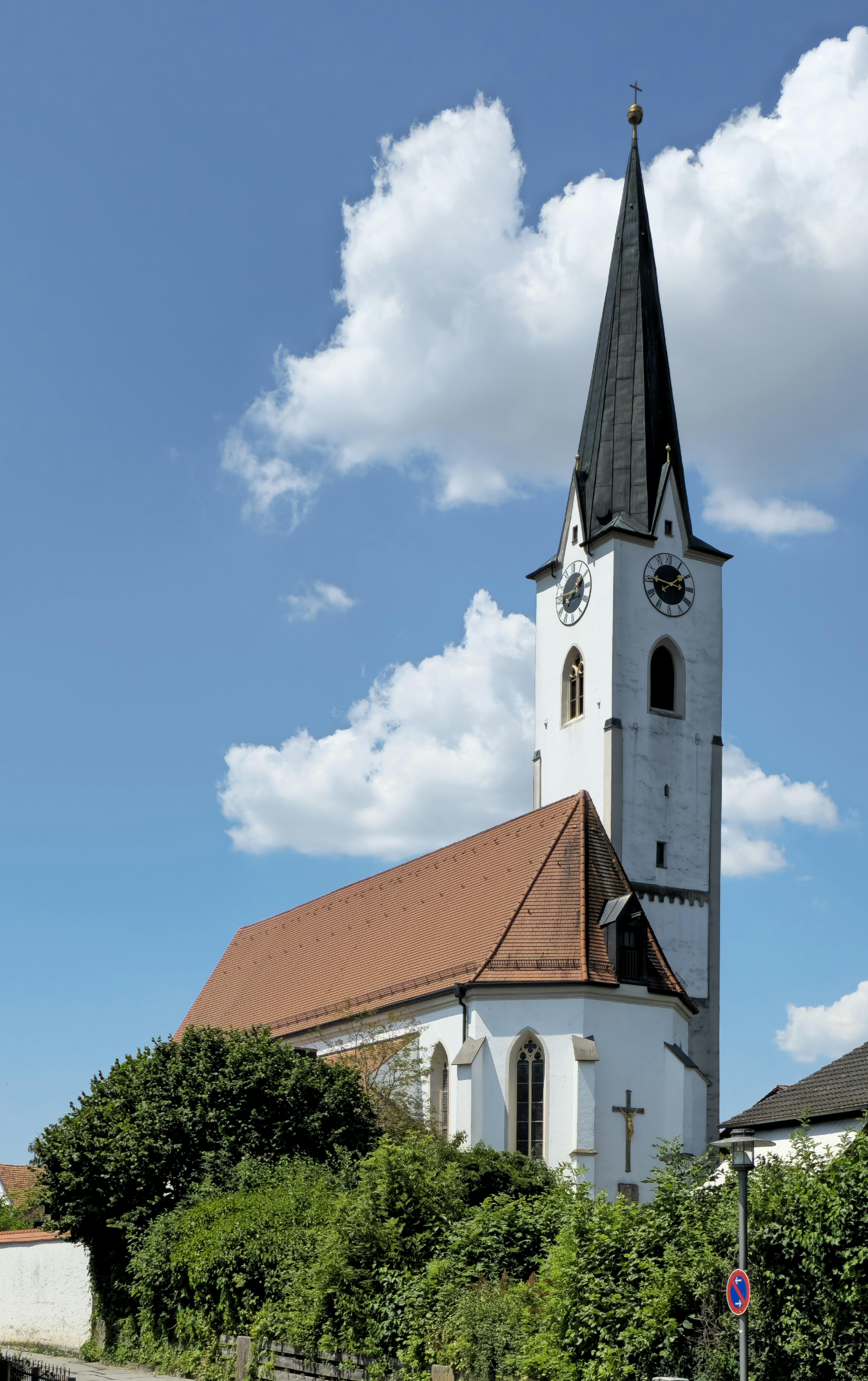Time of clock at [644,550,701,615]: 1:46
